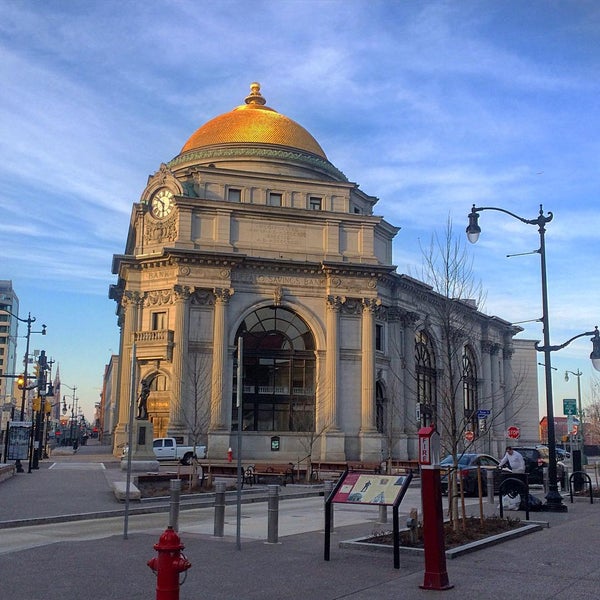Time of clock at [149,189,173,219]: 5:51
